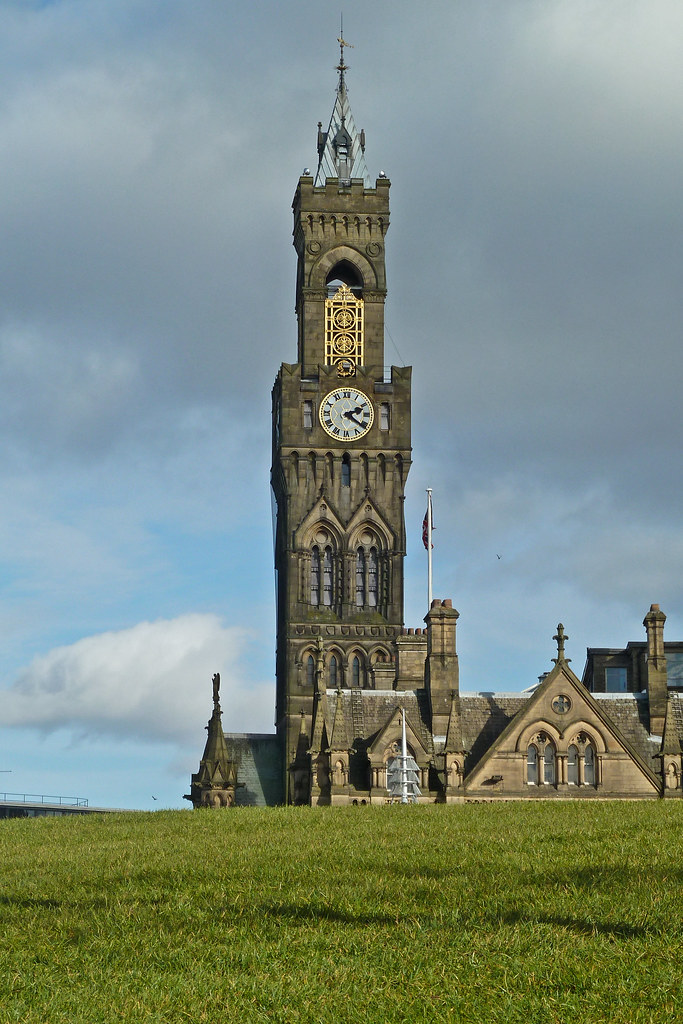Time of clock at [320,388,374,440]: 2:21
